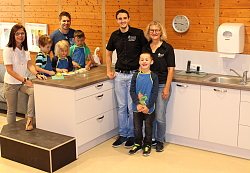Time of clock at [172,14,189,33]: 3:45
